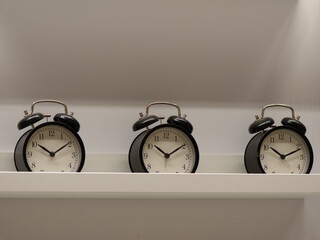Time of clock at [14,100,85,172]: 10:09
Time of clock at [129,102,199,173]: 10:09
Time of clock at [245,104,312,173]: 10:11
